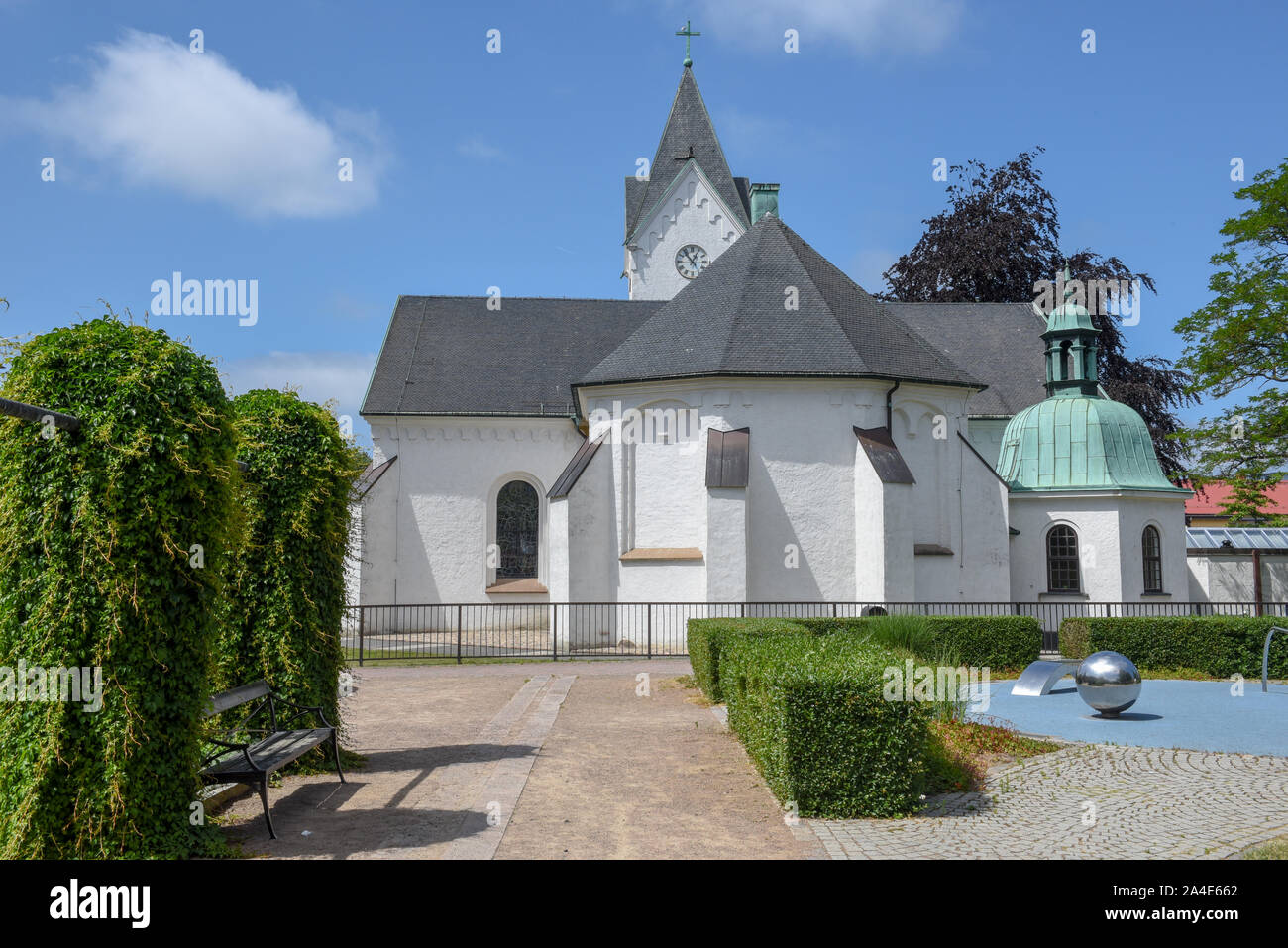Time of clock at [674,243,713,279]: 12:53
